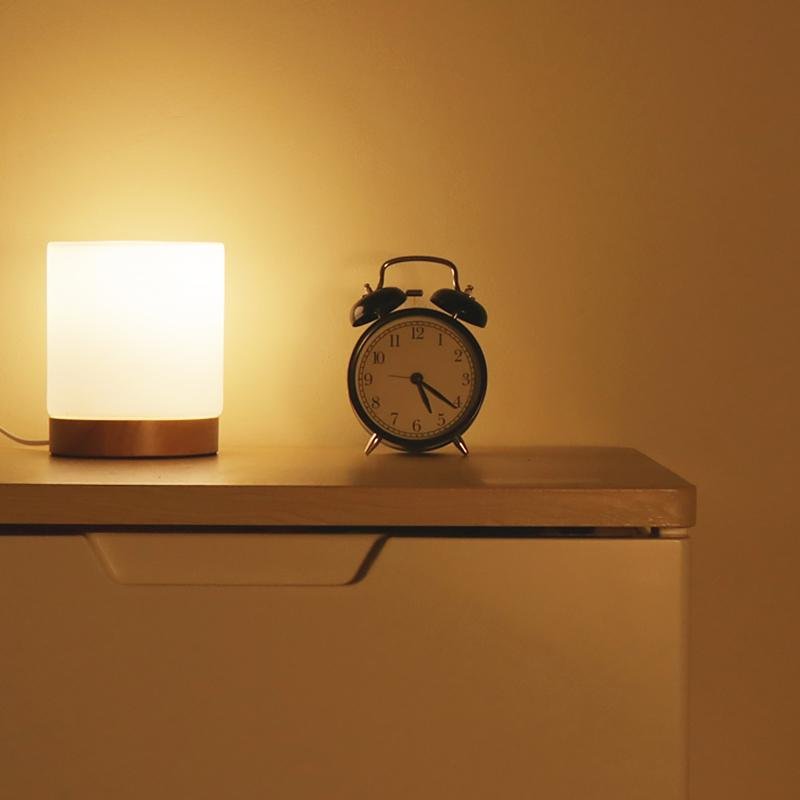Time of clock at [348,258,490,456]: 5:21
